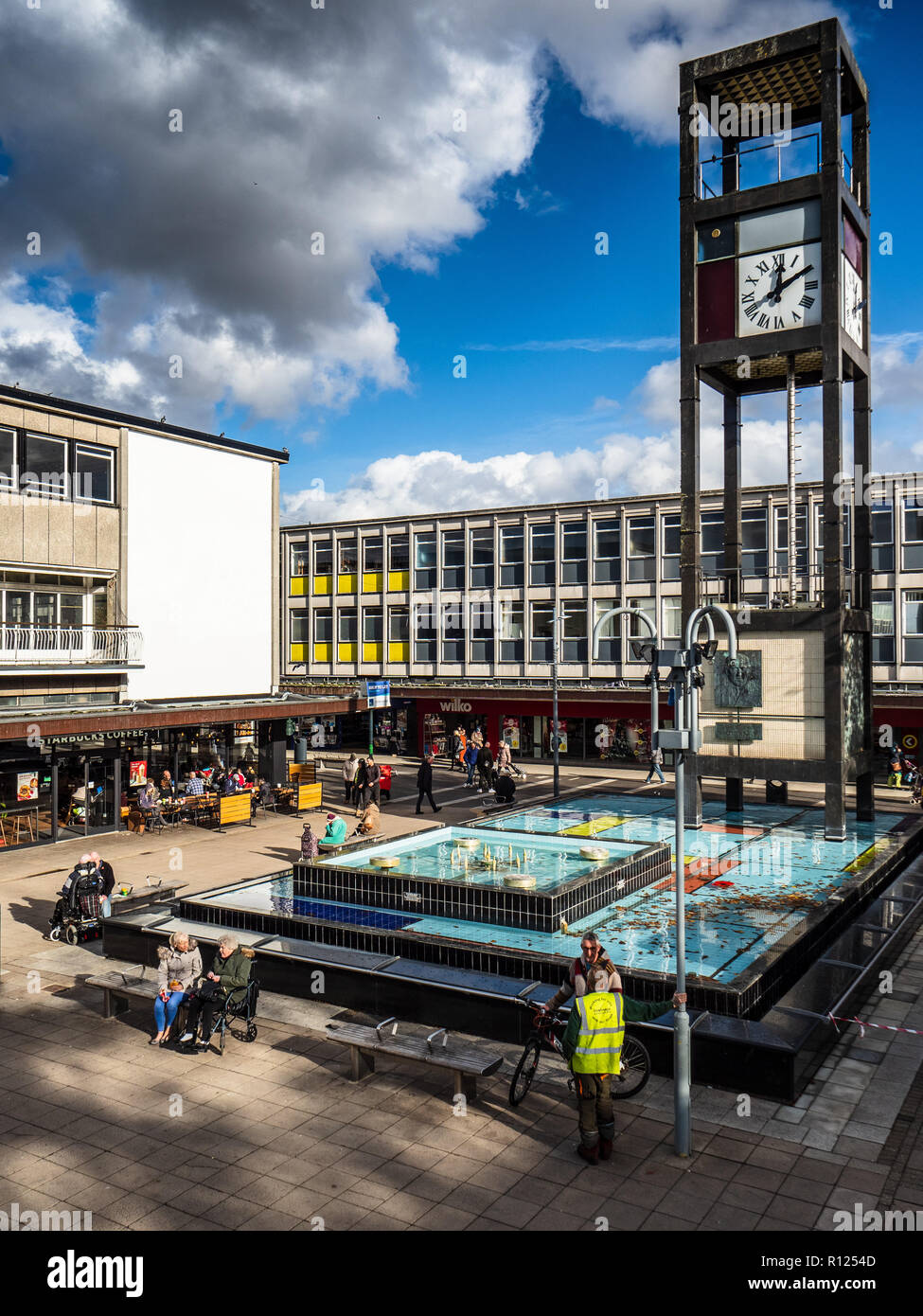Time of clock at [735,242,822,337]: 12:10
